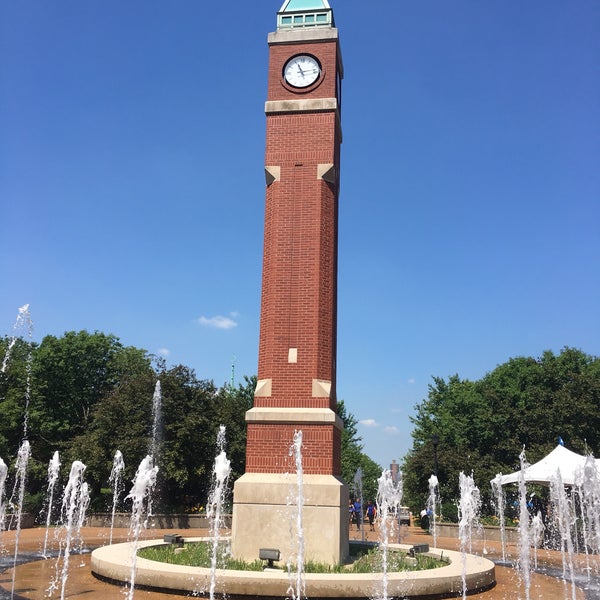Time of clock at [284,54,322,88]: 11:13
